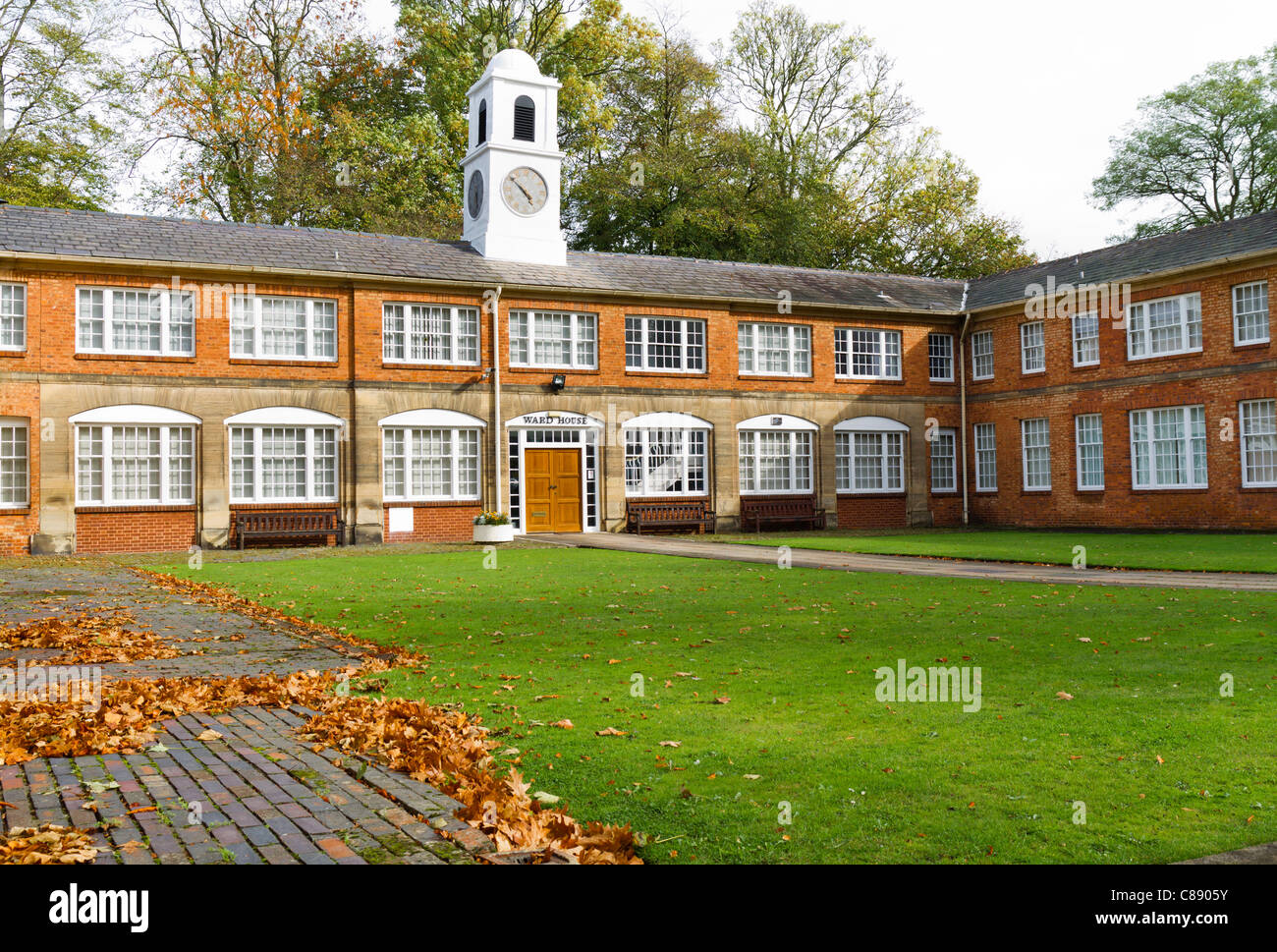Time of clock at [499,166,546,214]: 4:52
